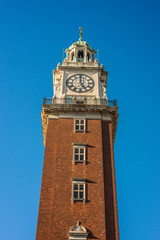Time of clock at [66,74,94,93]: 4:59
